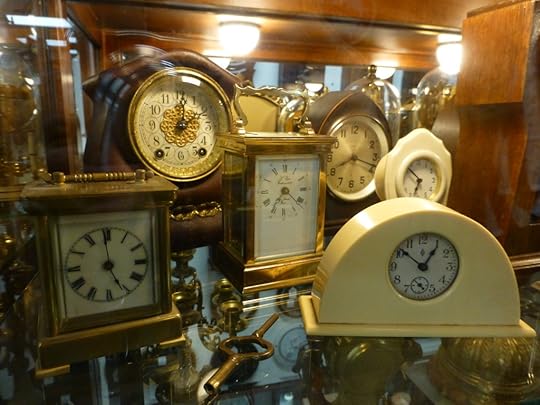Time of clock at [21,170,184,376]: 4:59
